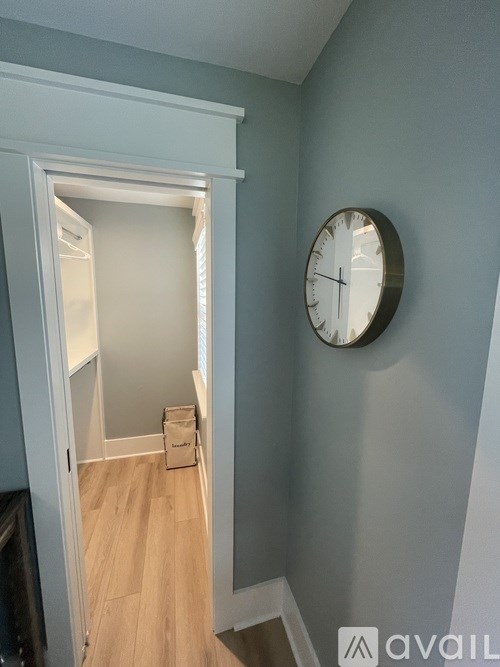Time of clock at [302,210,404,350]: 5:46
